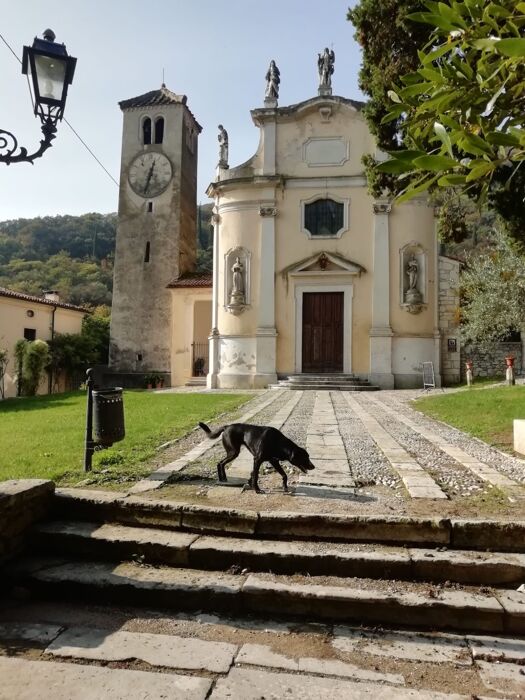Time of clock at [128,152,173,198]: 12:32
